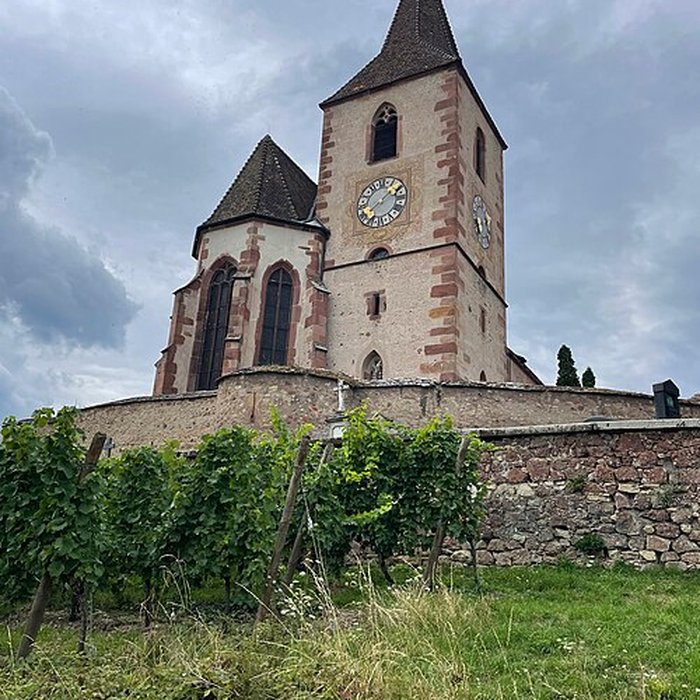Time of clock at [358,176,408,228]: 1:39
